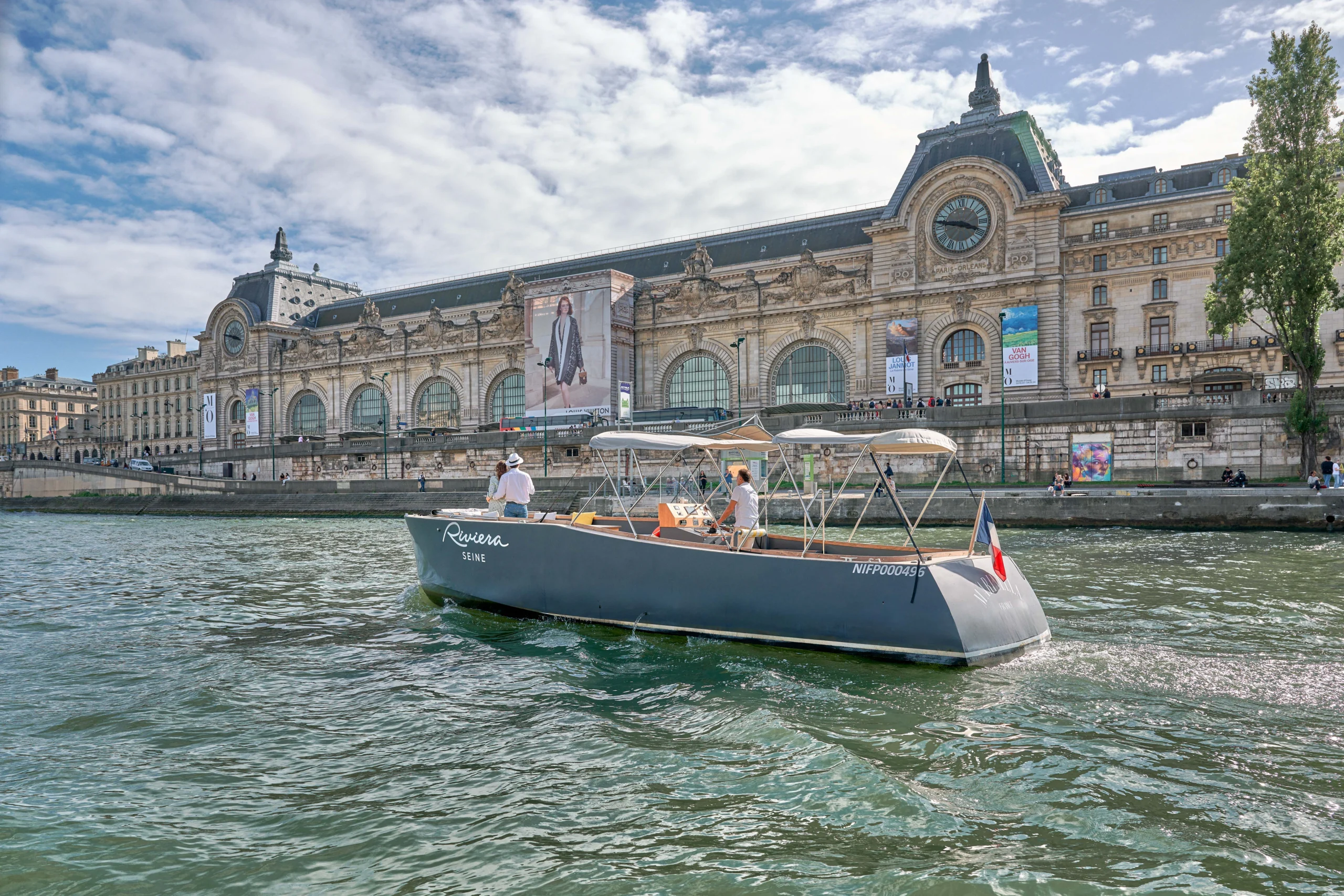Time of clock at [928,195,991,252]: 3:47
